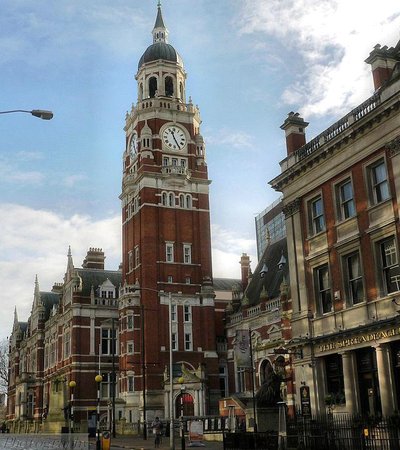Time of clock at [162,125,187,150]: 11:25
